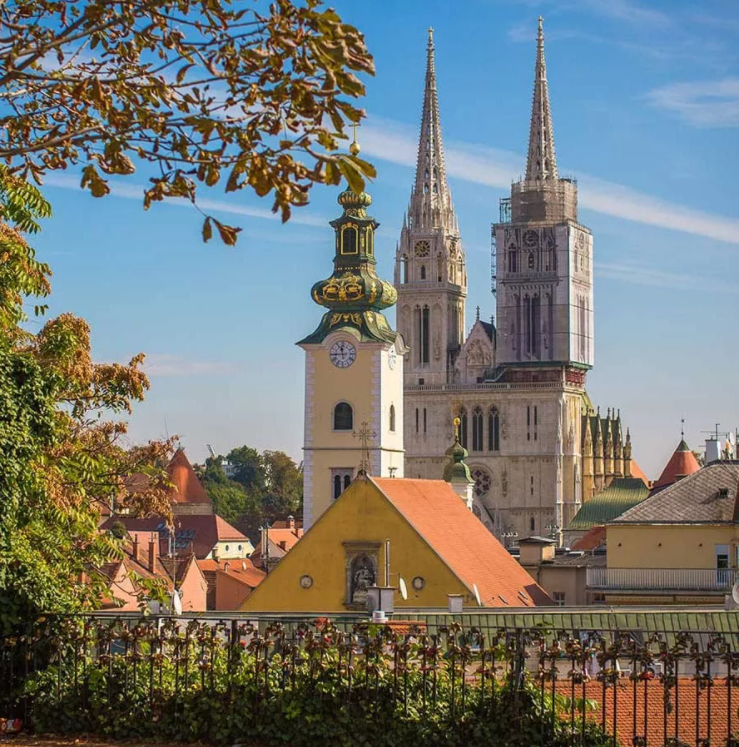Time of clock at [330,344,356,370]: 11:44
